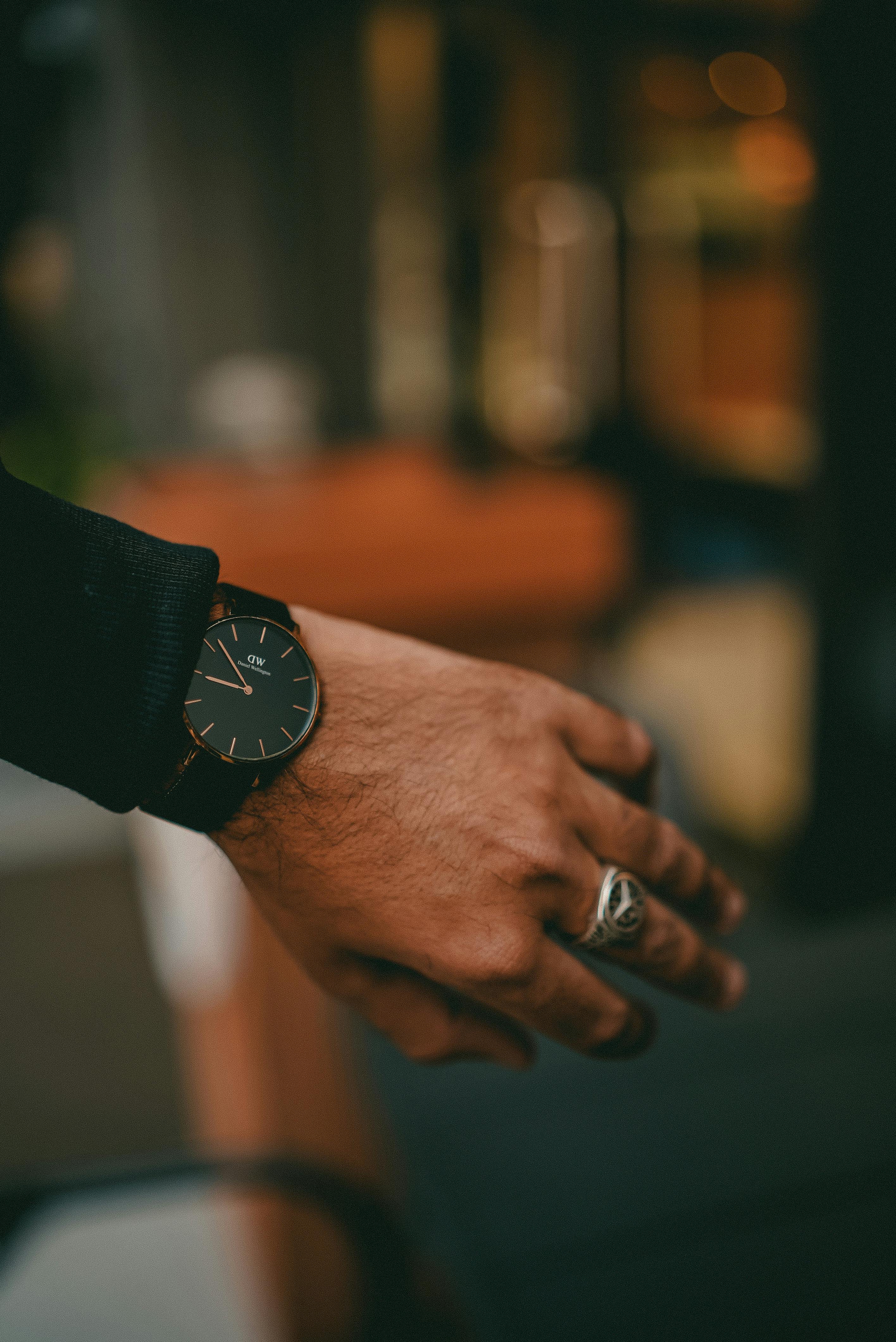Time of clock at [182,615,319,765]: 8:51
